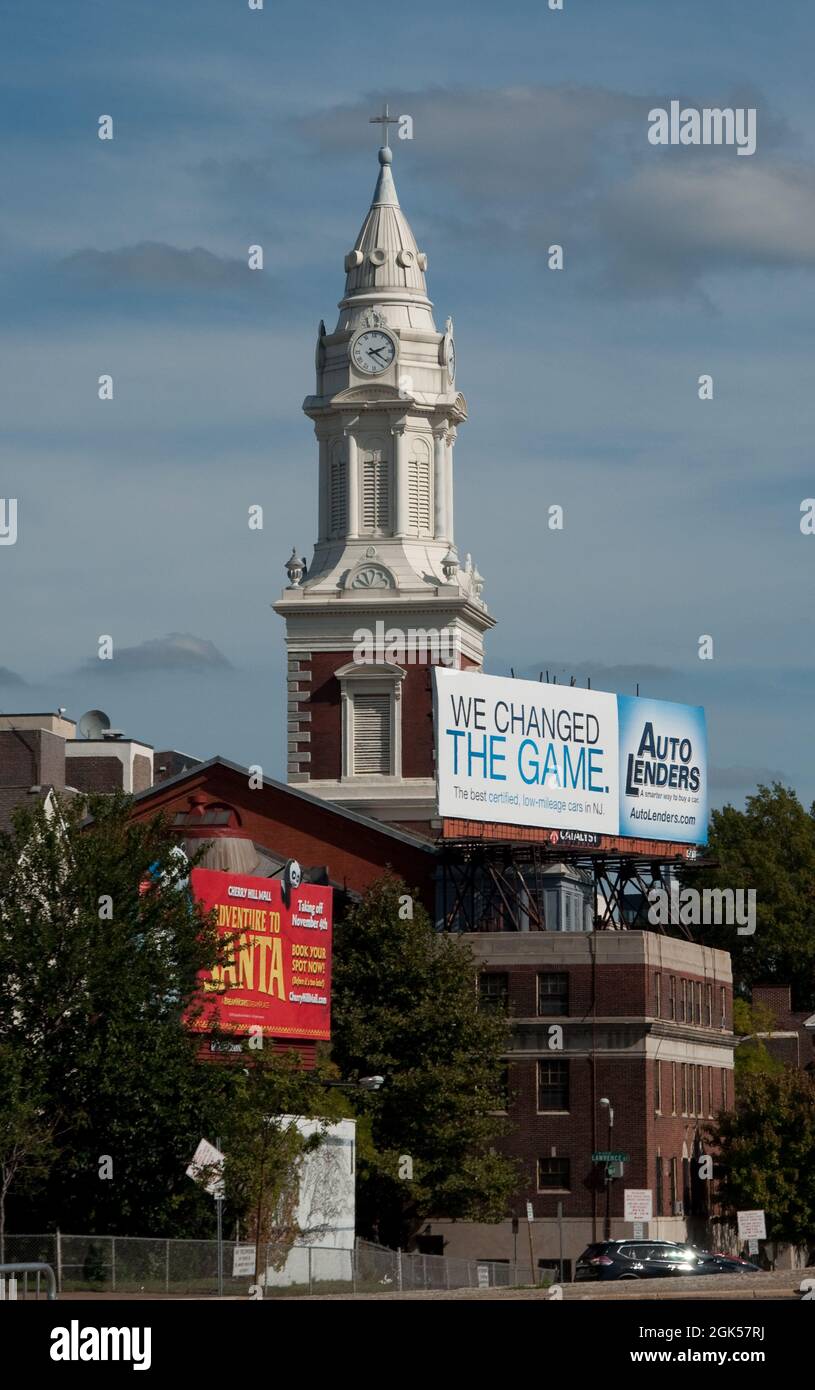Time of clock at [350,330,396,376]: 2:21
